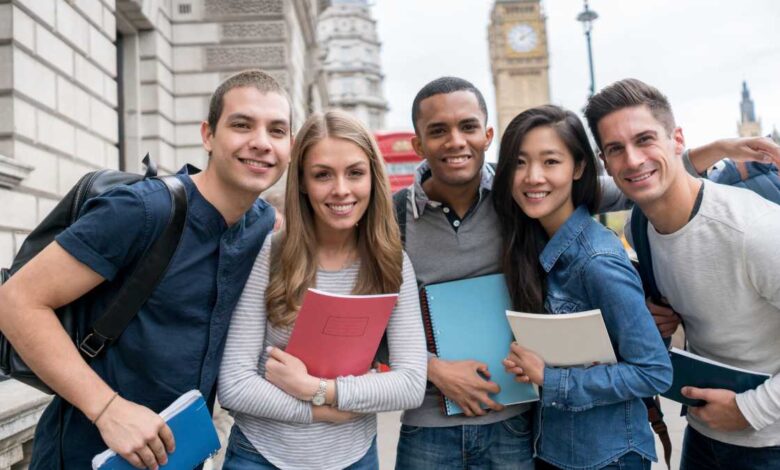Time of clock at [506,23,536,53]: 12:09
